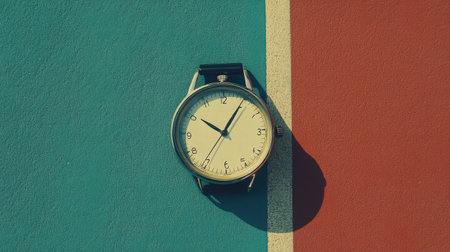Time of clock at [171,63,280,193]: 10:05
